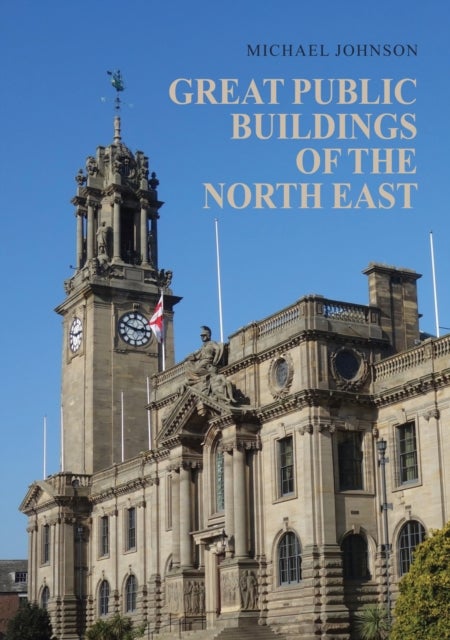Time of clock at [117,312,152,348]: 2:48
